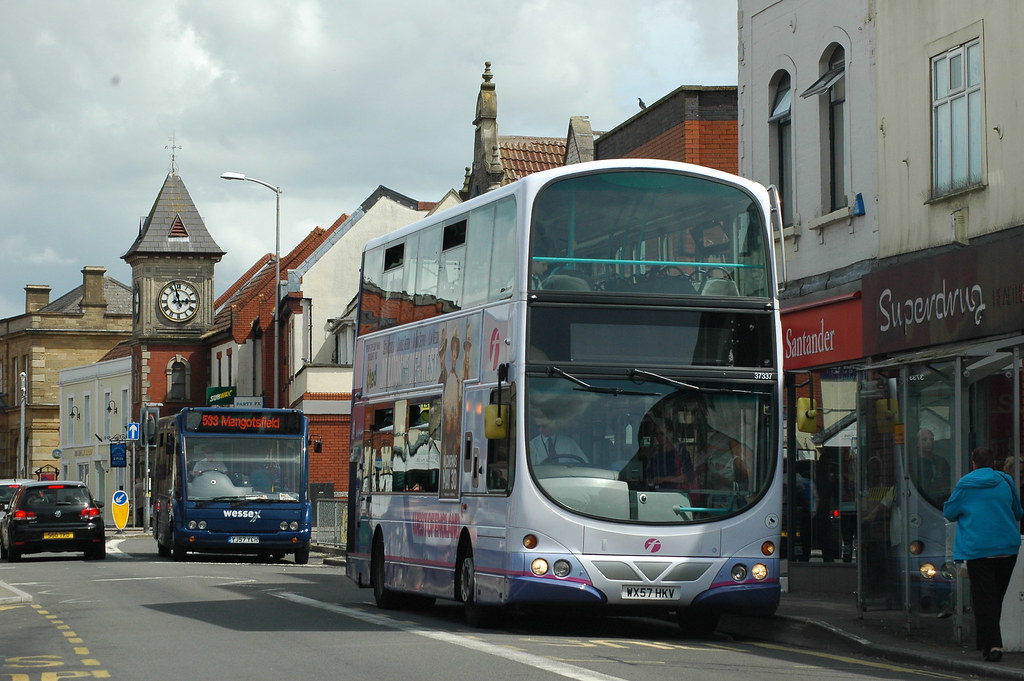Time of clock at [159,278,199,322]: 2:57
